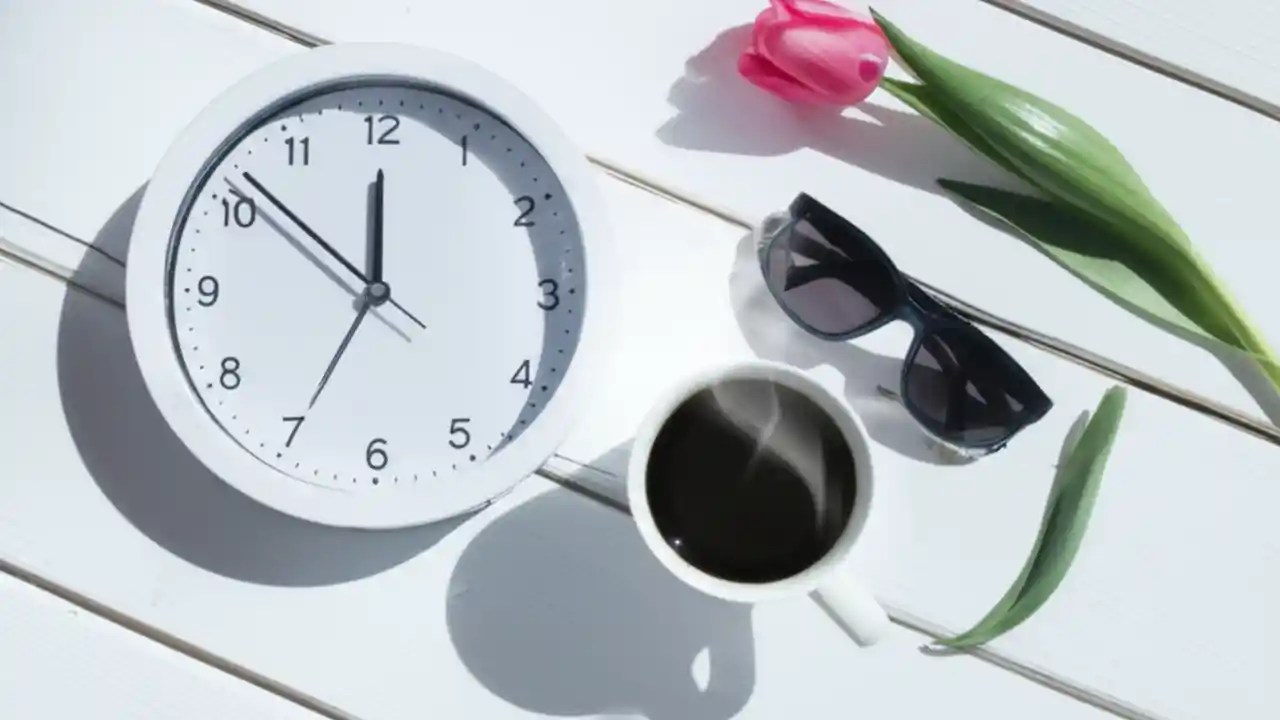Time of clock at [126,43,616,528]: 11:51
